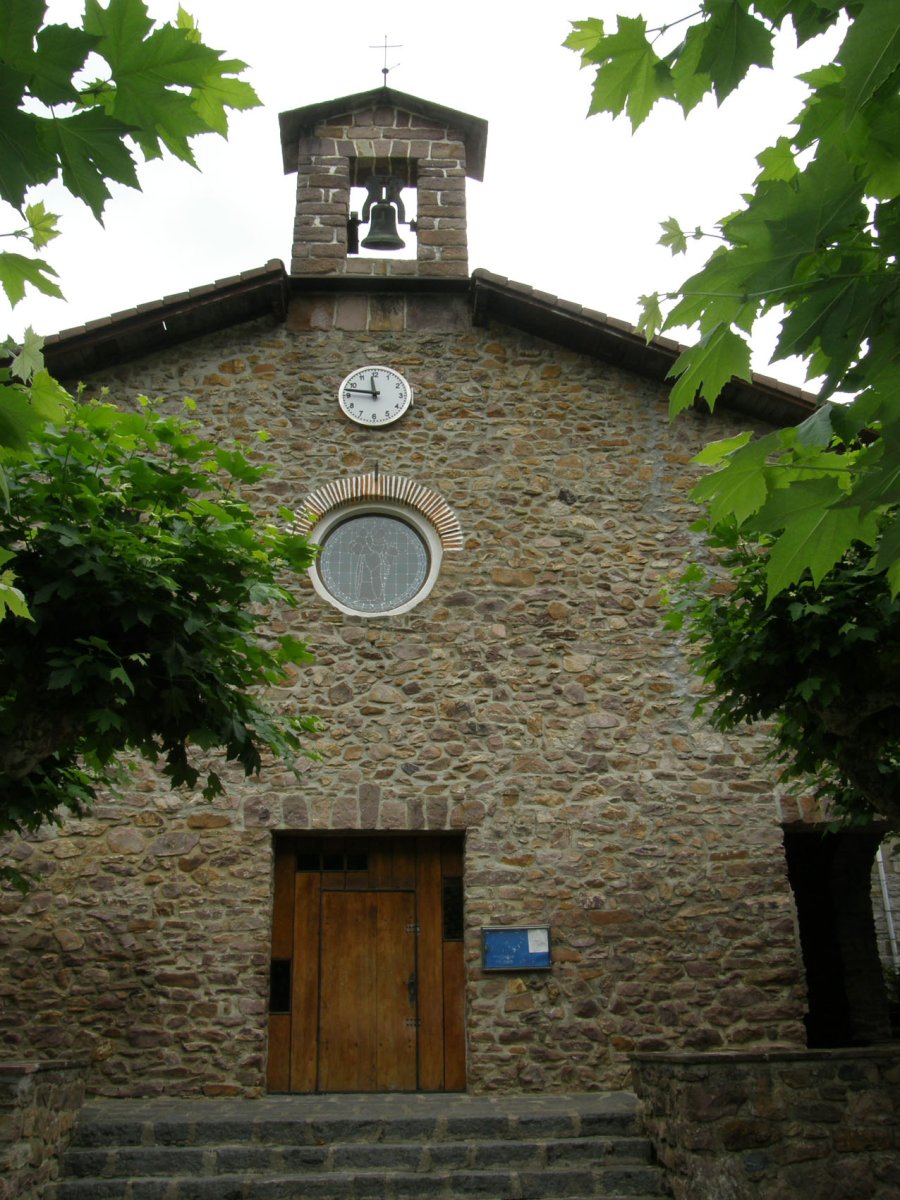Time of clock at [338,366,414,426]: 11:46
